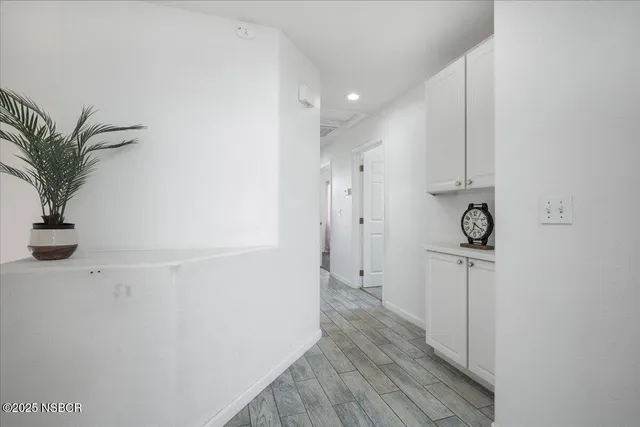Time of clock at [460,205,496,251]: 6:20
